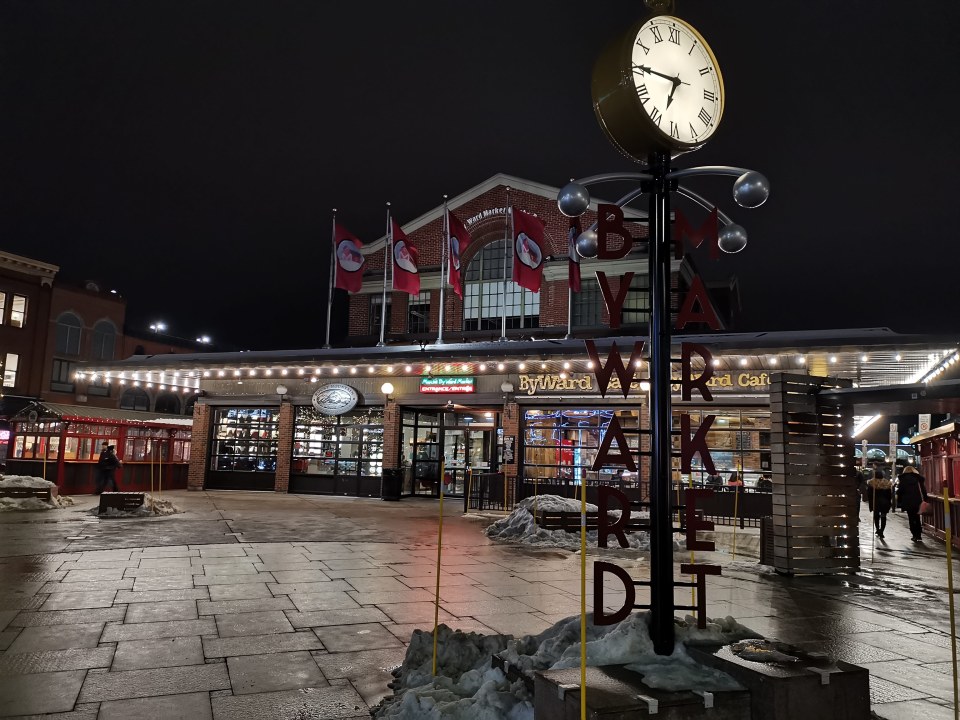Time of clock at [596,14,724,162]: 6:45
